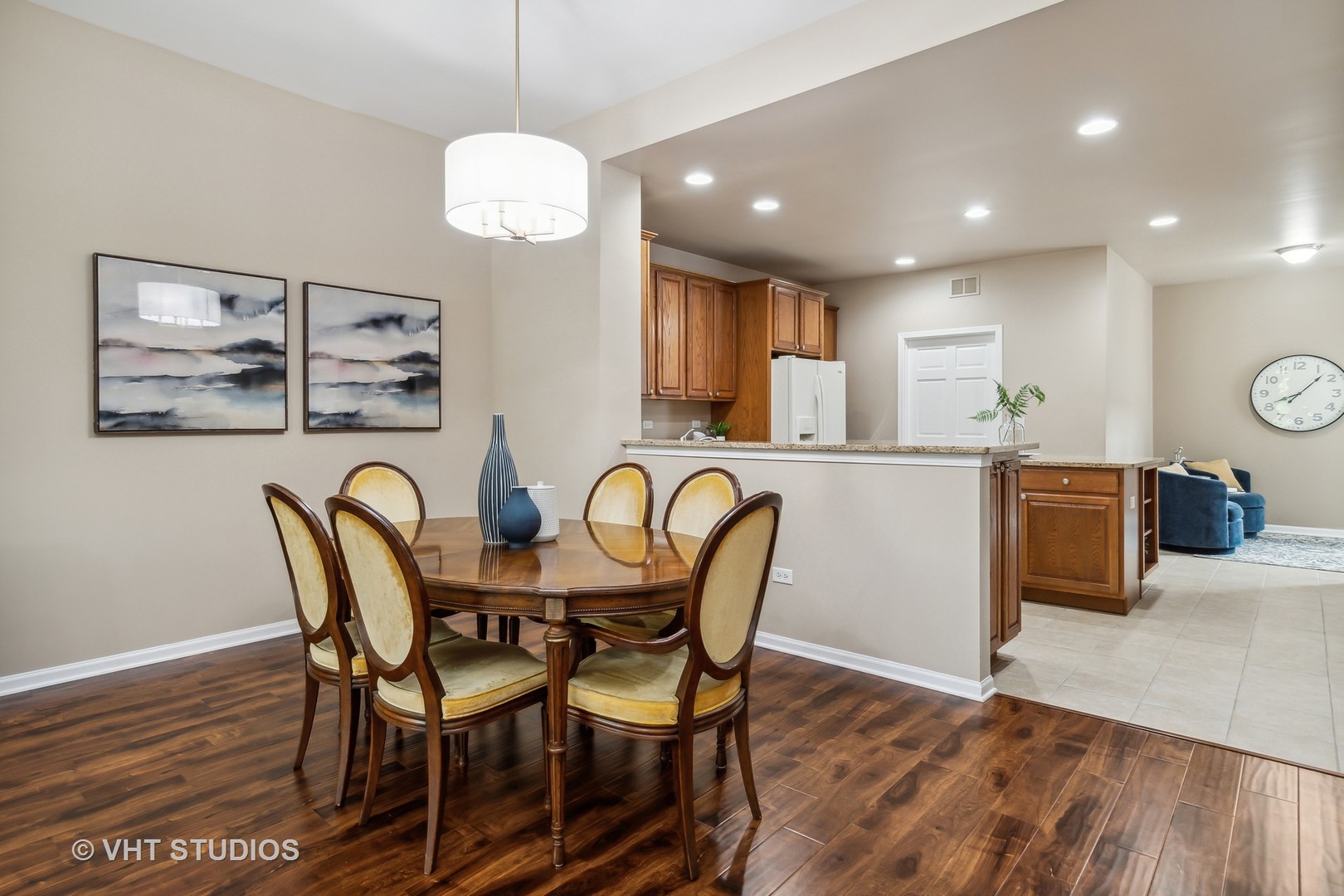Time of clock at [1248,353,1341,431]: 8:07
